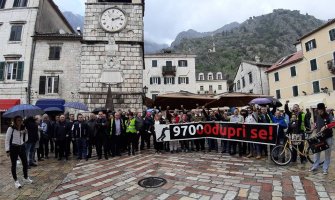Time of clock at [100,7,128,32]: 2:12
